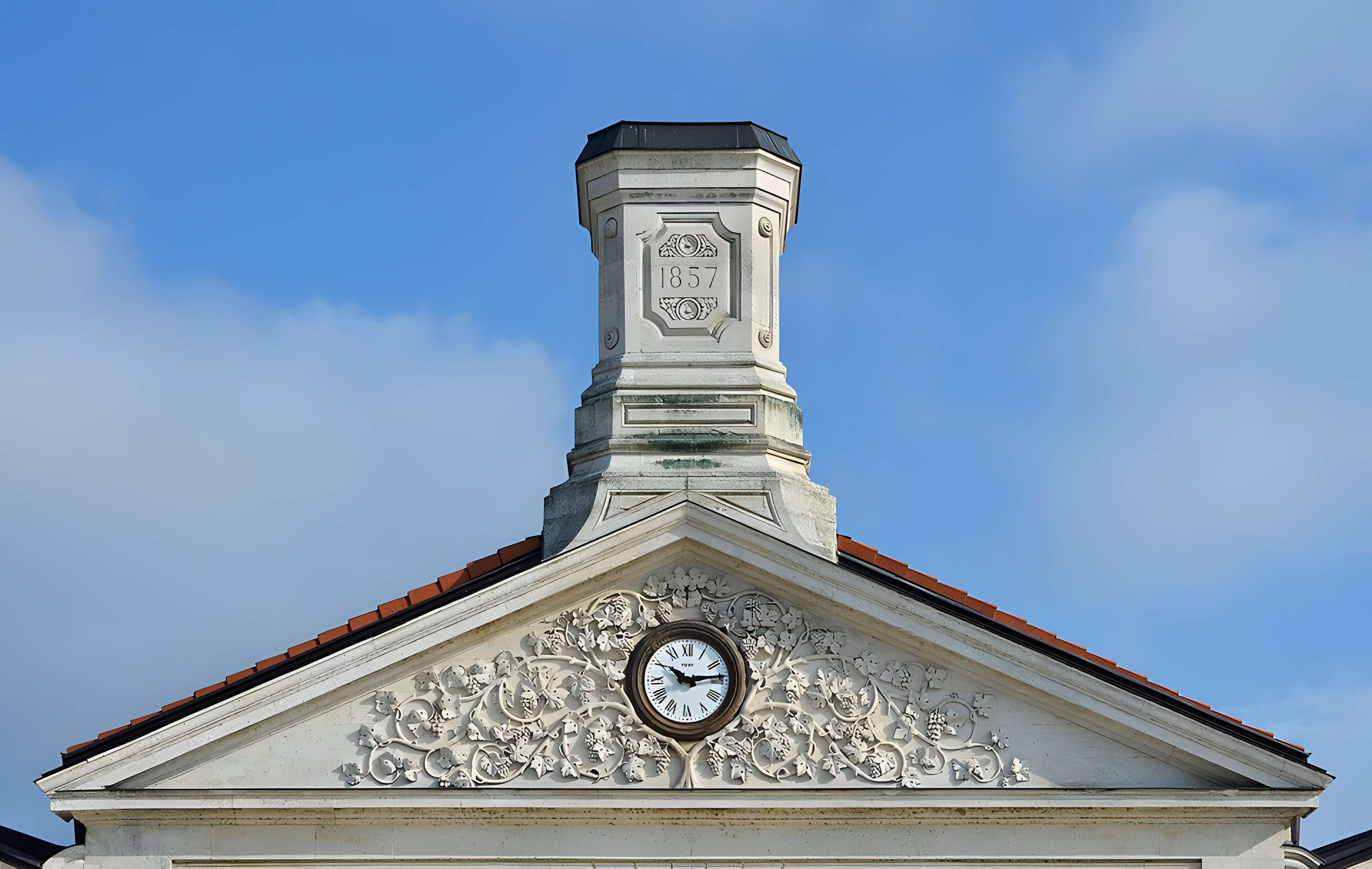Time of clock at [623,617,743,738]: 10:13
